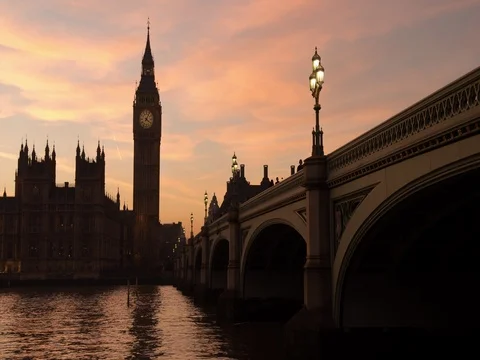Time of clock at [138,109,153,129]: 4:04
